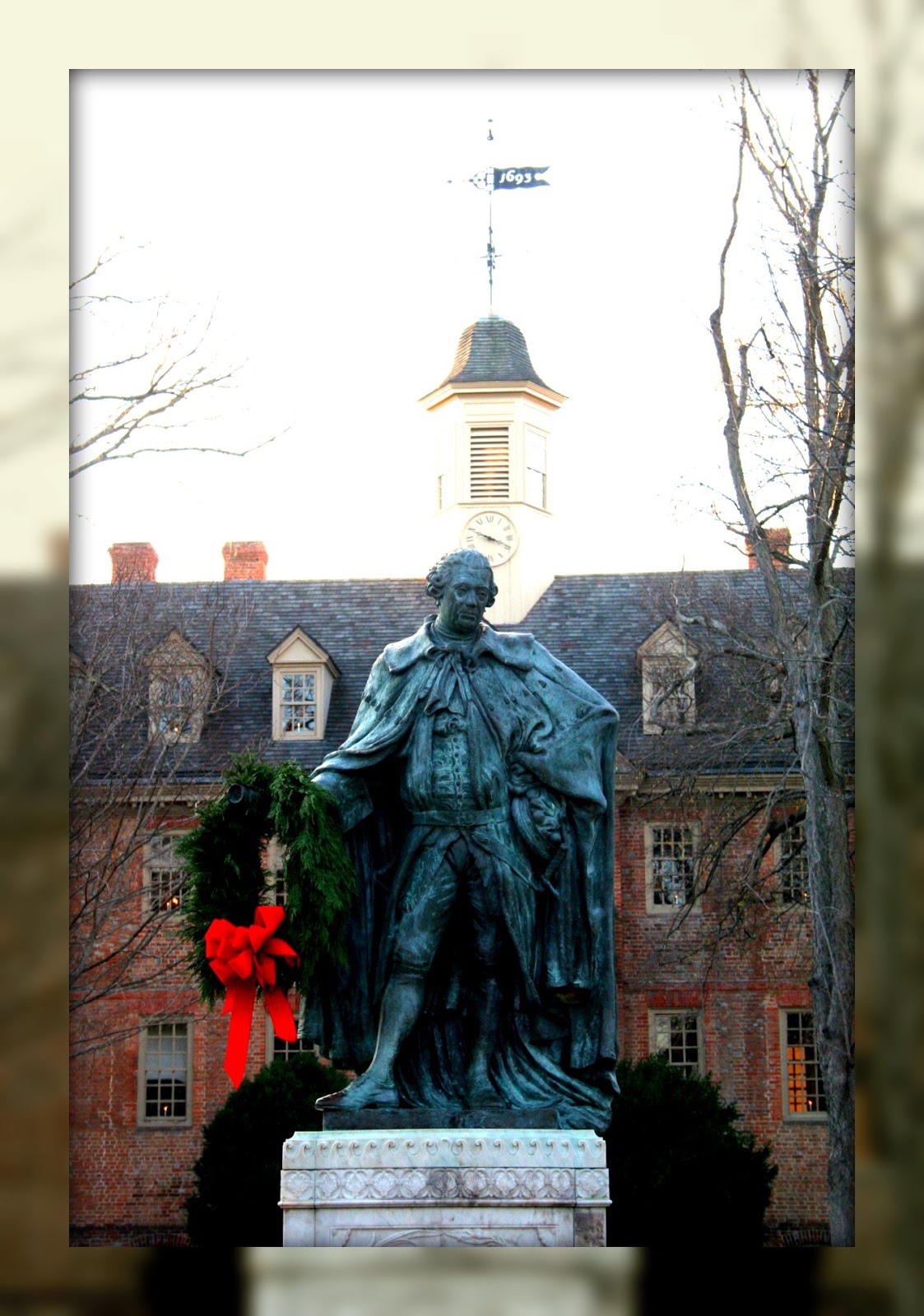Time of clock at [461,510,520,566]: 3:48
